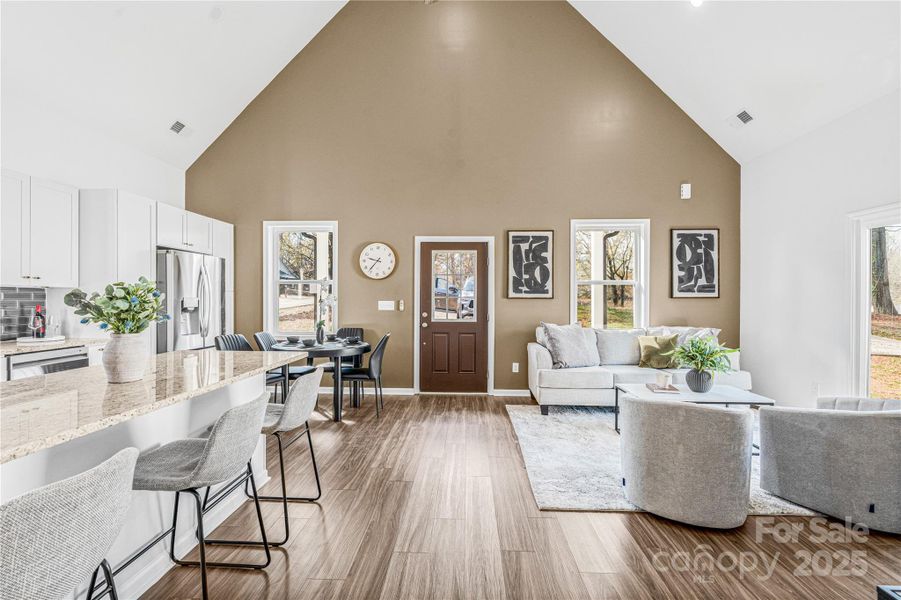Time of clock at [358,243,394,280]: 9:36
